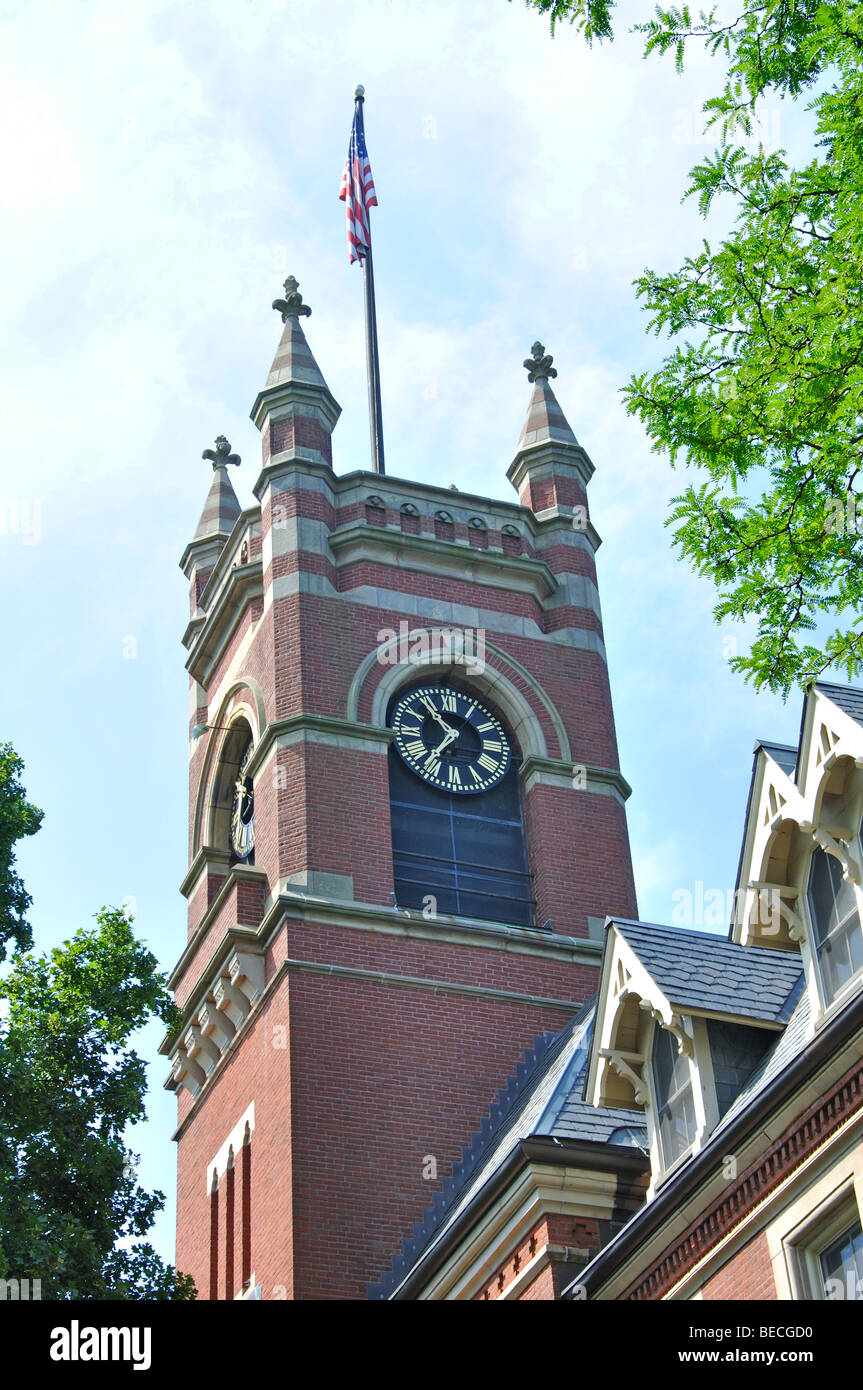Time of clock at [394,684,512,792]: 10:36
